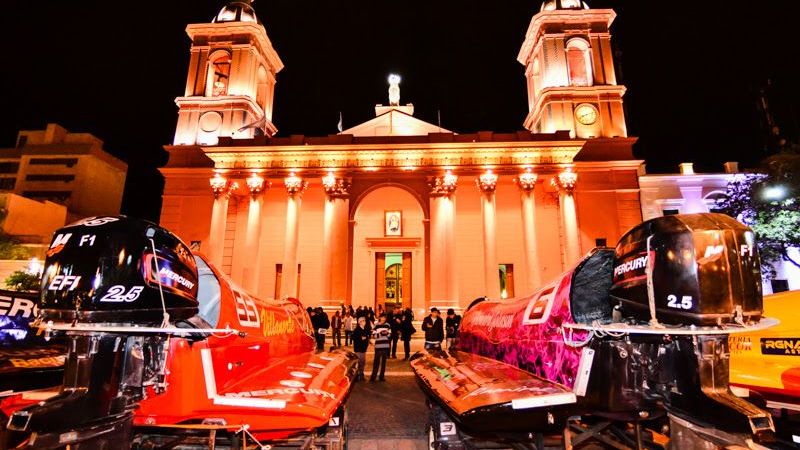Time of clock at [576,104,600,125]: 8:12
